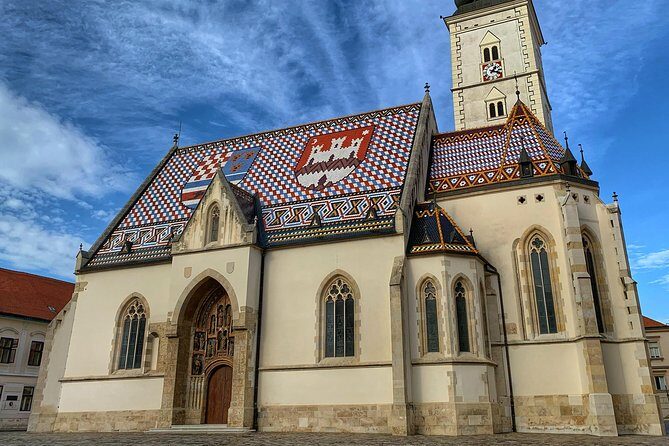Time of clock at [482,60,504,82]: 1:18
